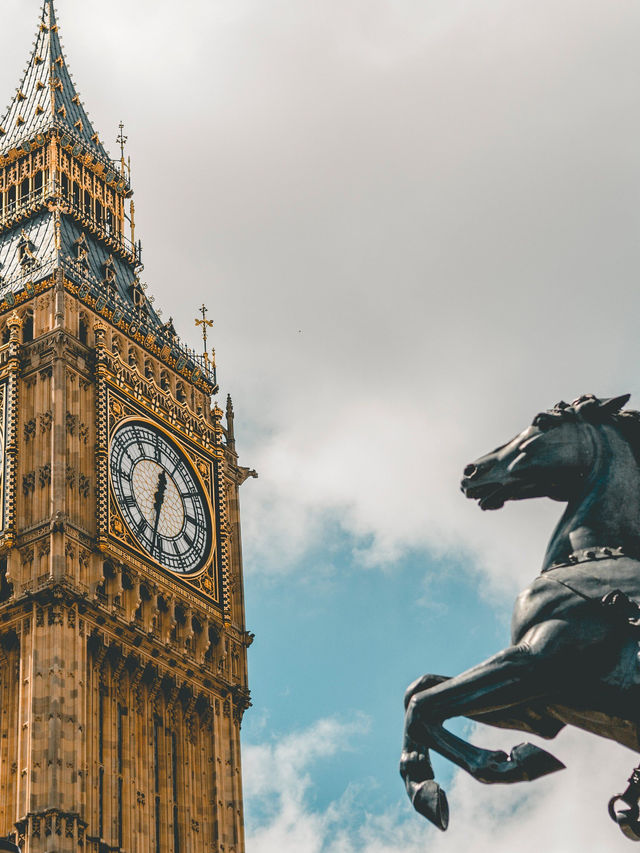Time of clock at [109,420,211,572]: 12:32
